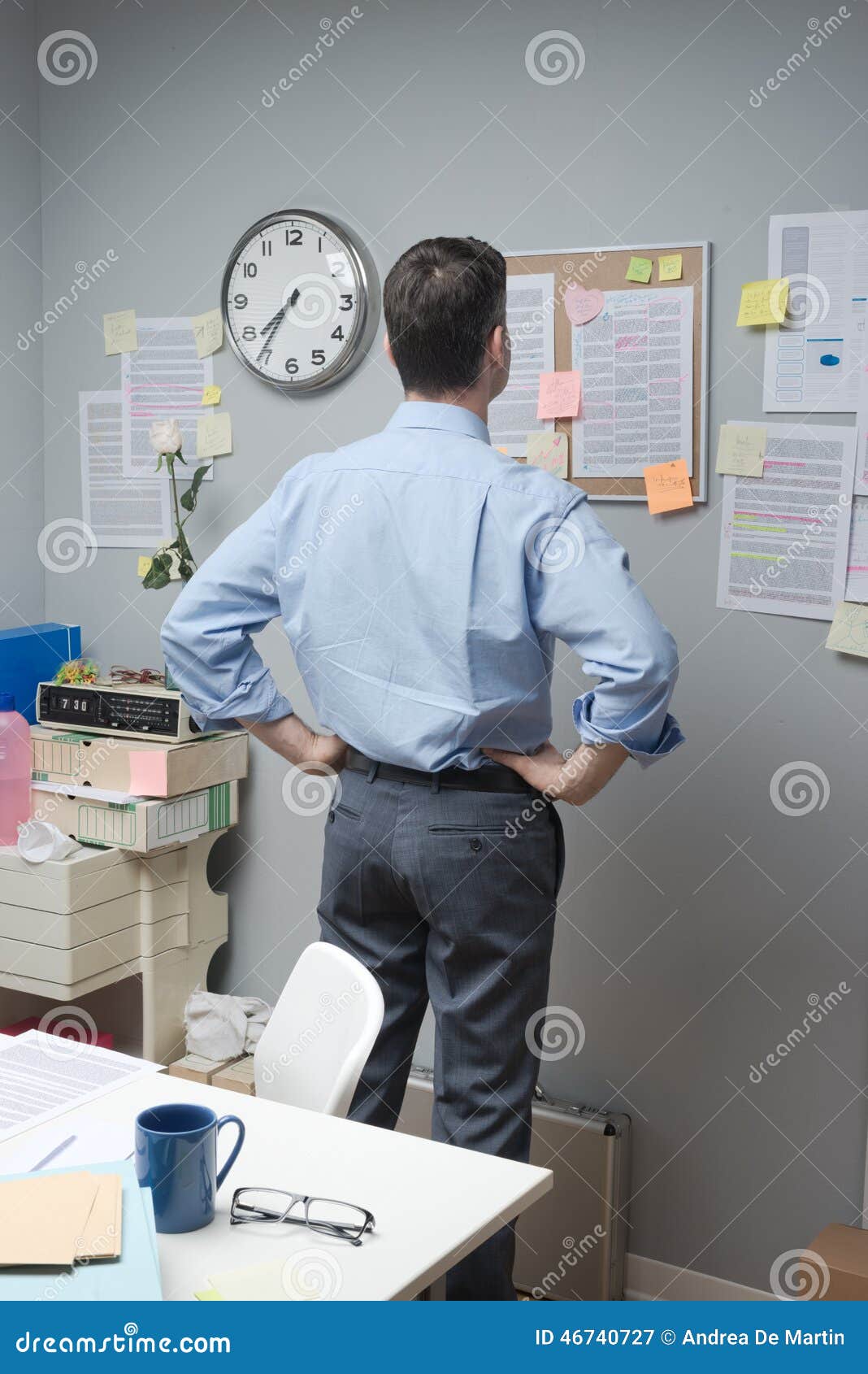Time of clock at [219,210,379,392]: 7:35
